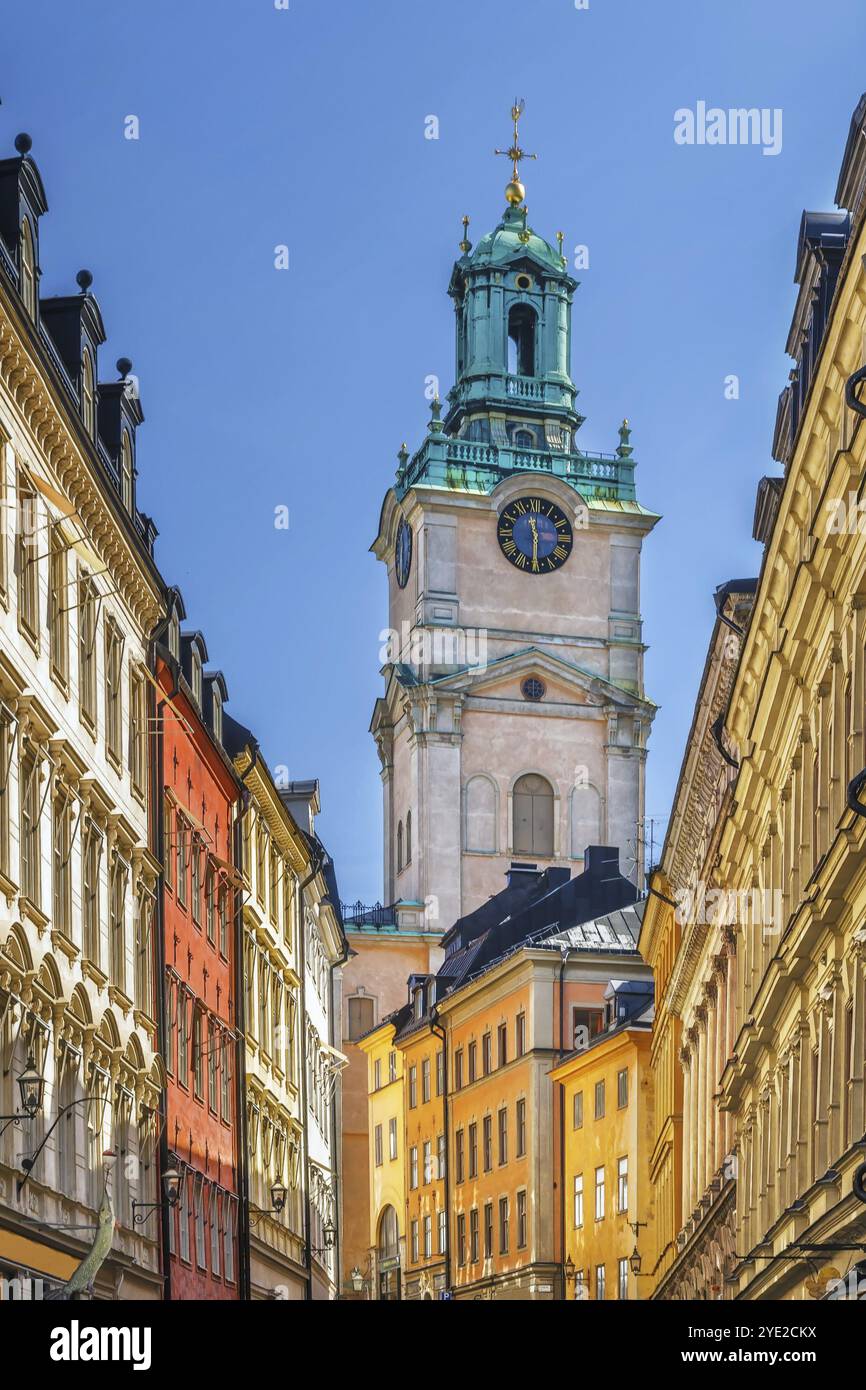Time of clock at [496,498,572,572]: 11:30
